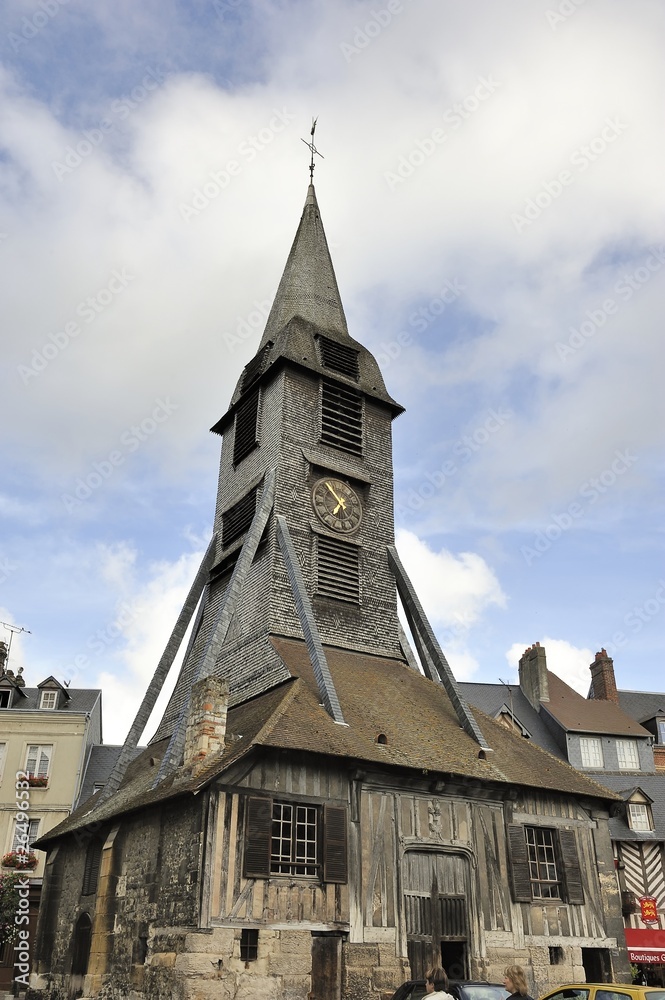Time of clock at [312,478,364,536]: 6:54
